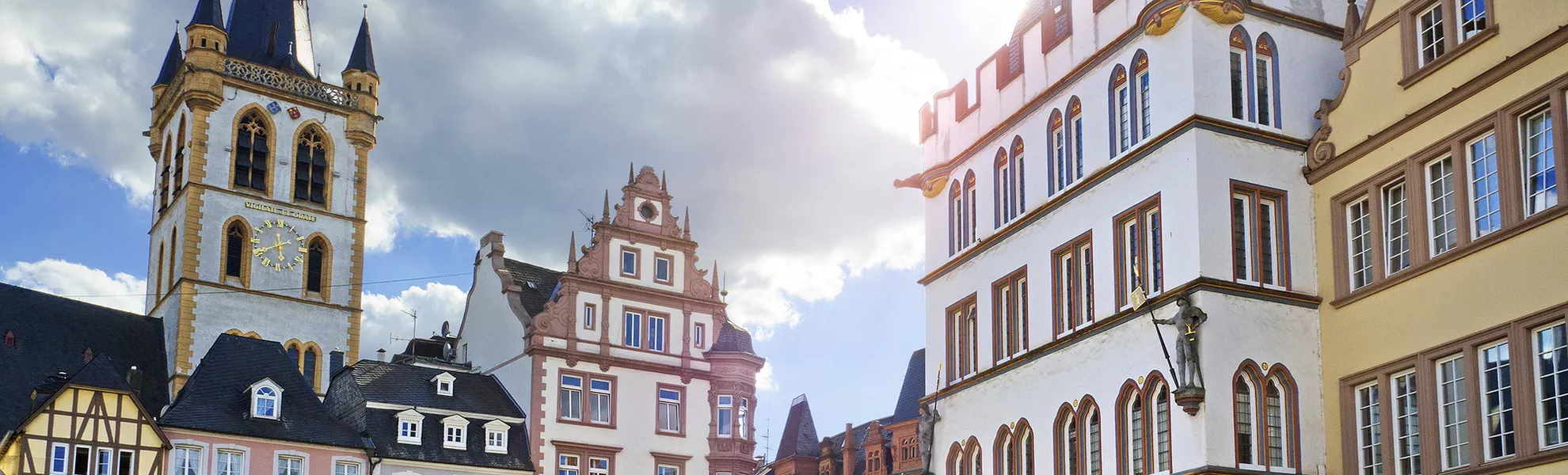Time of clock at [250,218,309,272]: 5:40
